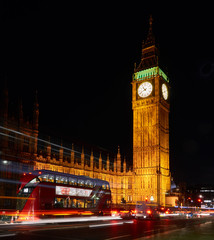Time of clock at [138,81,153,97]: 10:41
